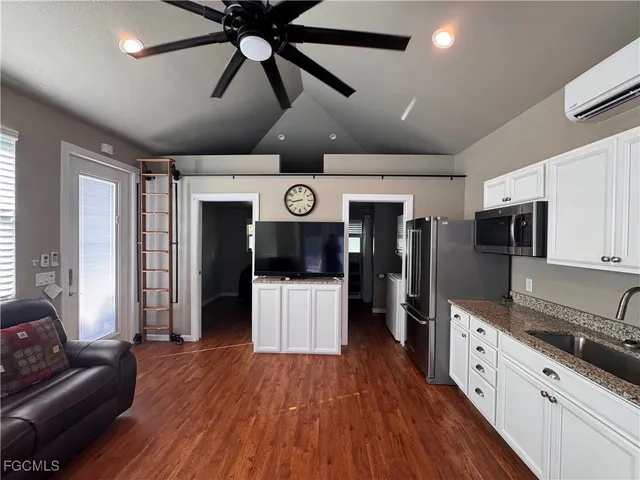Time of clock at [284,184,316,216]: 8:42
